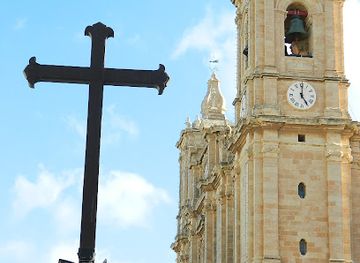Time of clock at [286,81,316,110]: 5:00
